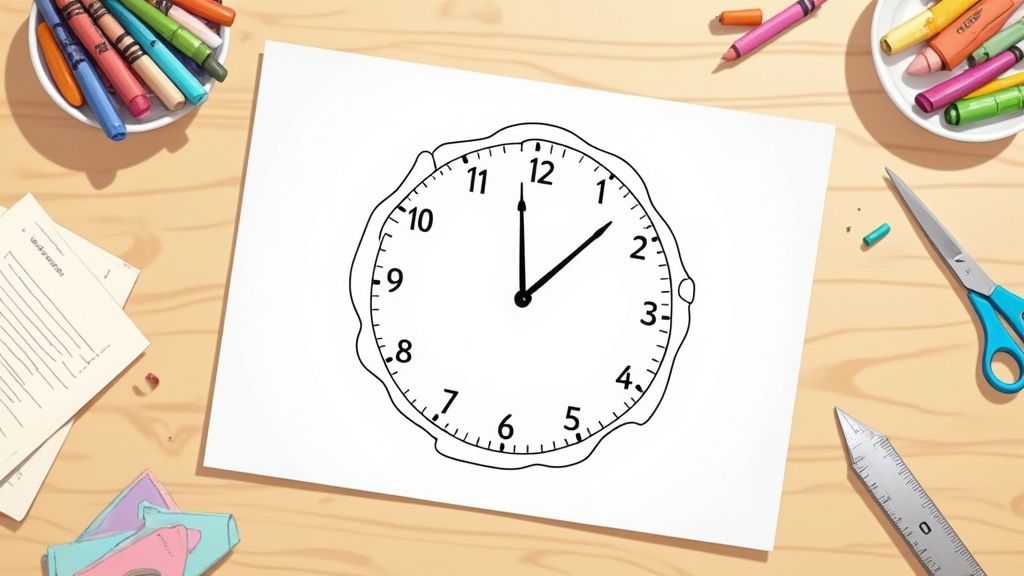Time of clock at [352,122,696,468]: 12:07
